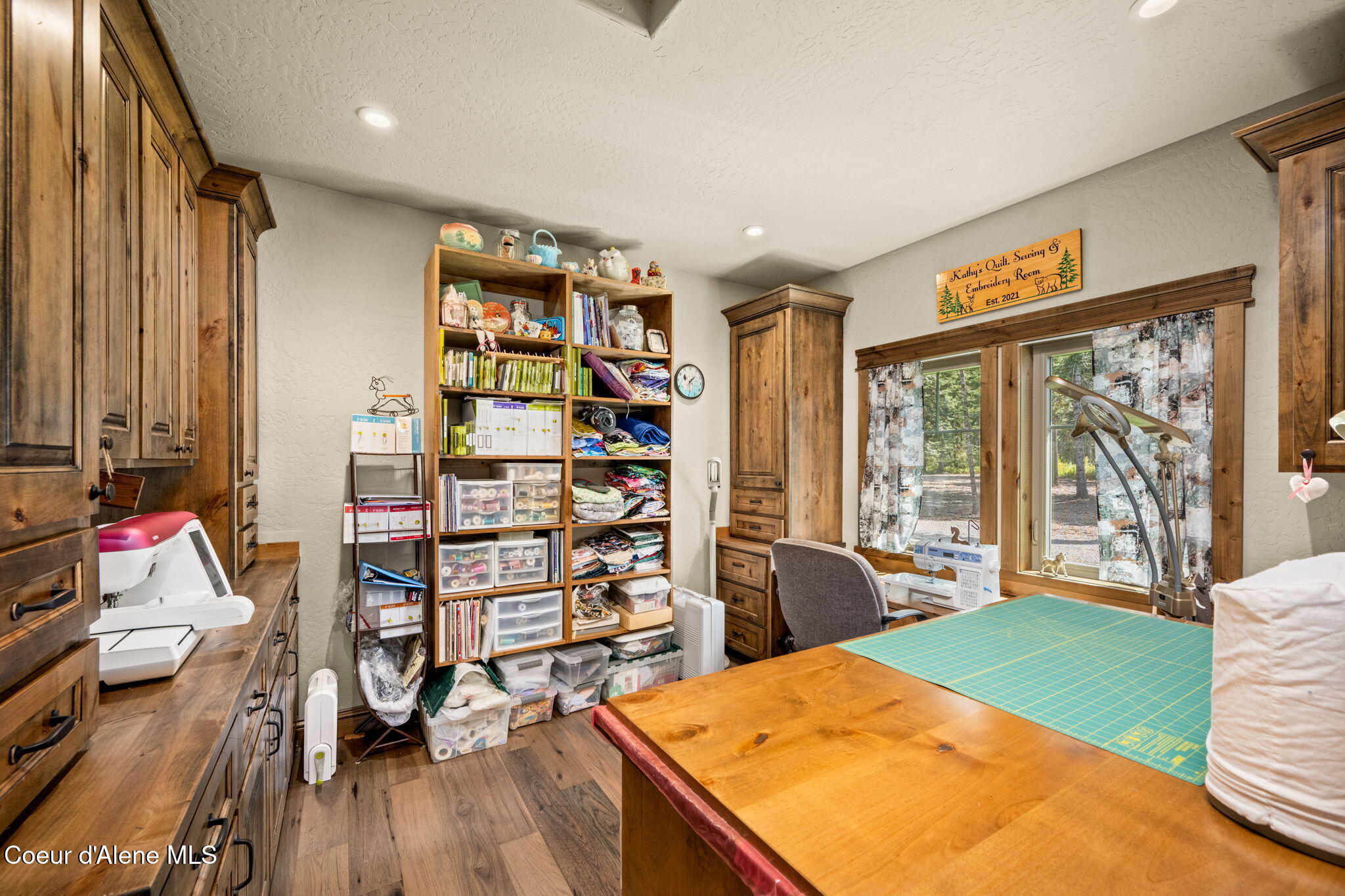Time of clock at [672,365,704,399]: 1:29
